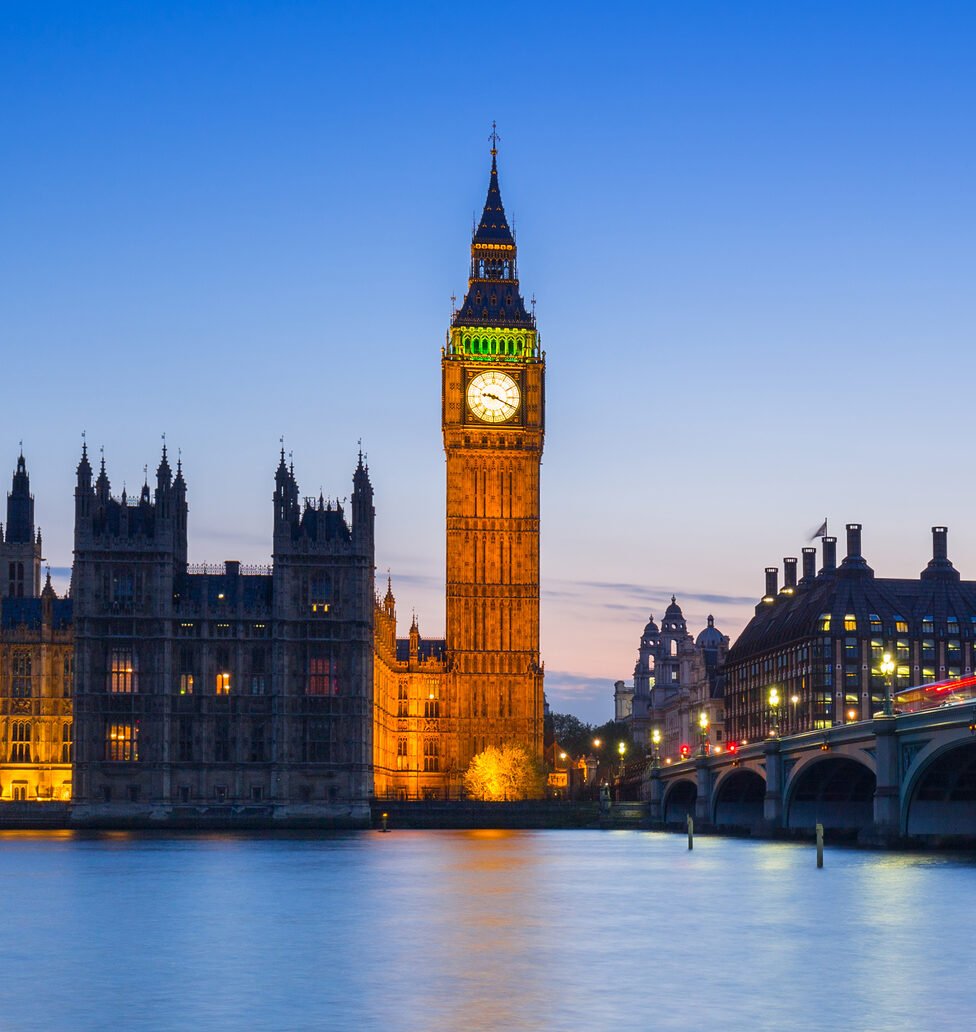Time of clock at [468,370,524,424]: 9:19
